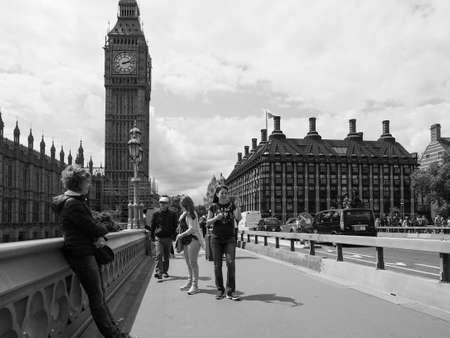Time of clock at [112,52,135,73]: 2:12
